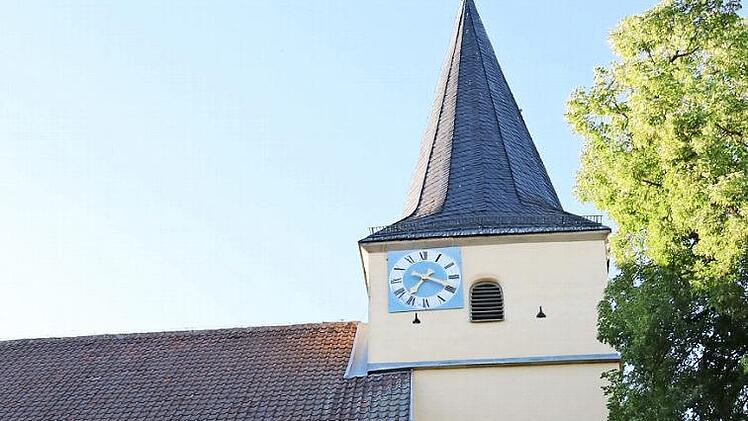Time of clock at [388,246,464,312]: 7:19
